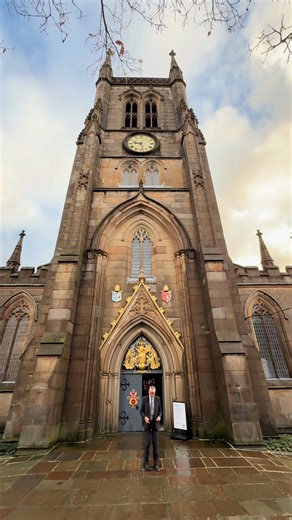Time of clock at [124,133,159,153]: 9:28
